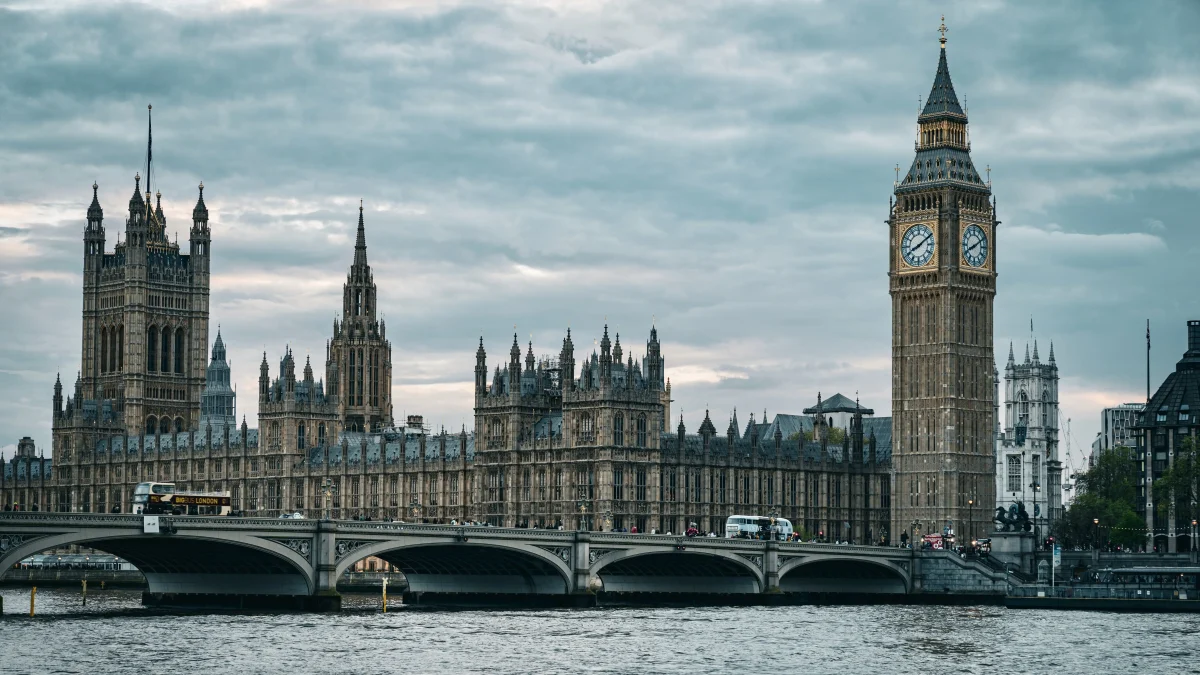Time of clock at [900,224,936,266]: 8:09
